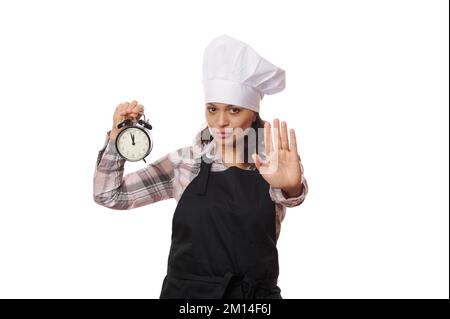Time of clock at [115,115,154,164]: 11:57
